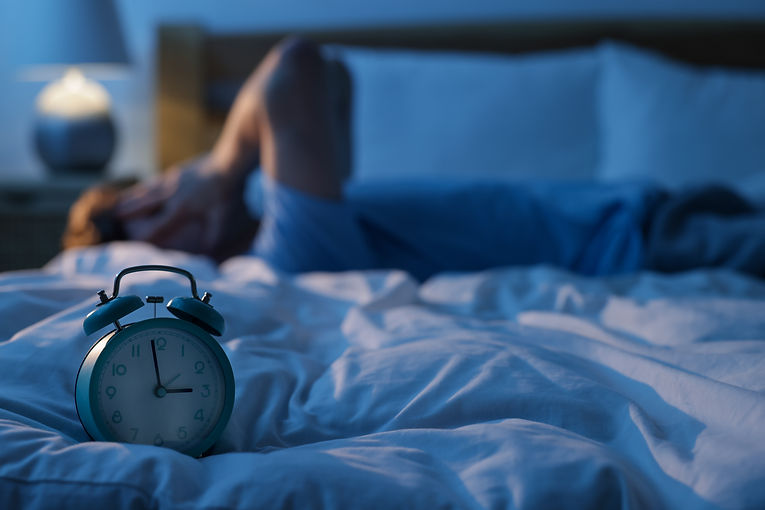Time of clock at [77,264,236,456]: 2:58
